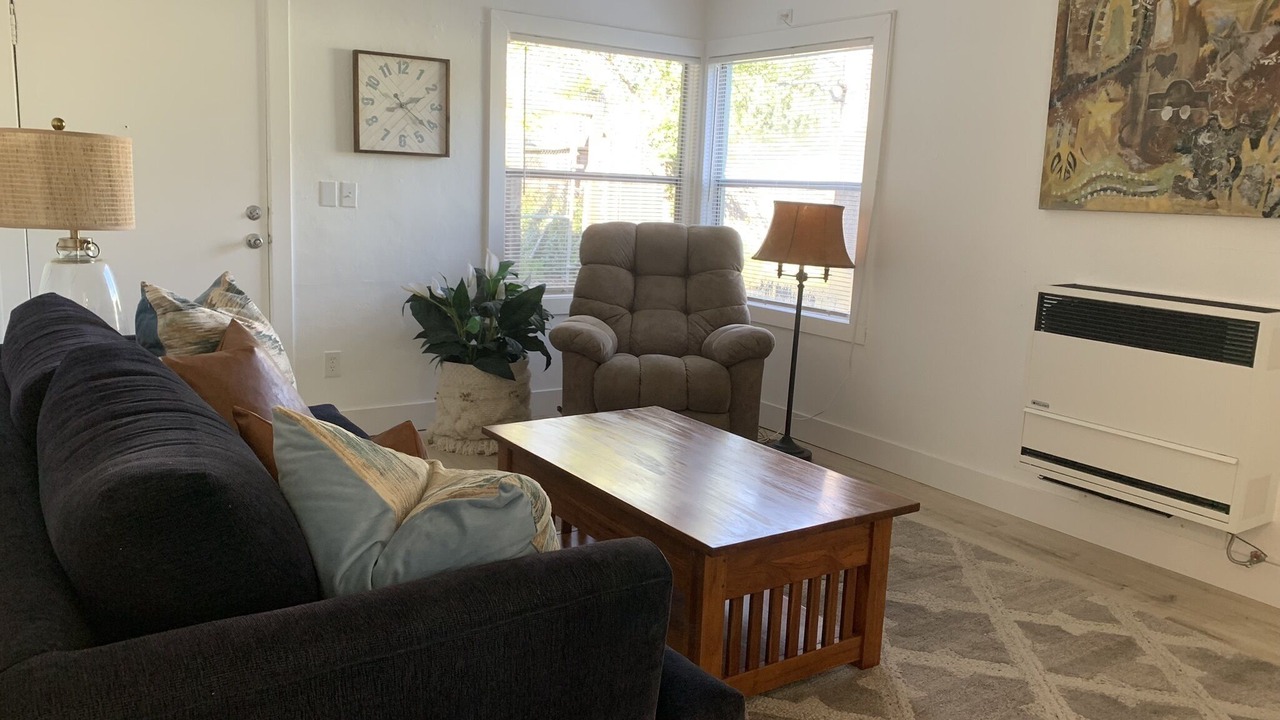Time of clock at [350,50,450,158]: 2:21
